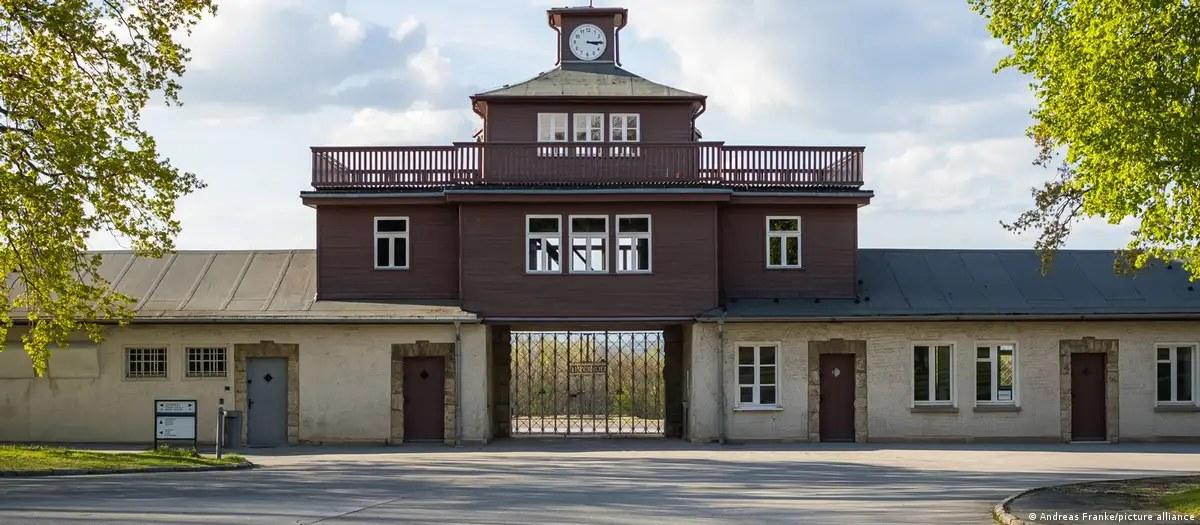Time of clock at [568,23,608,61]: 3:14
